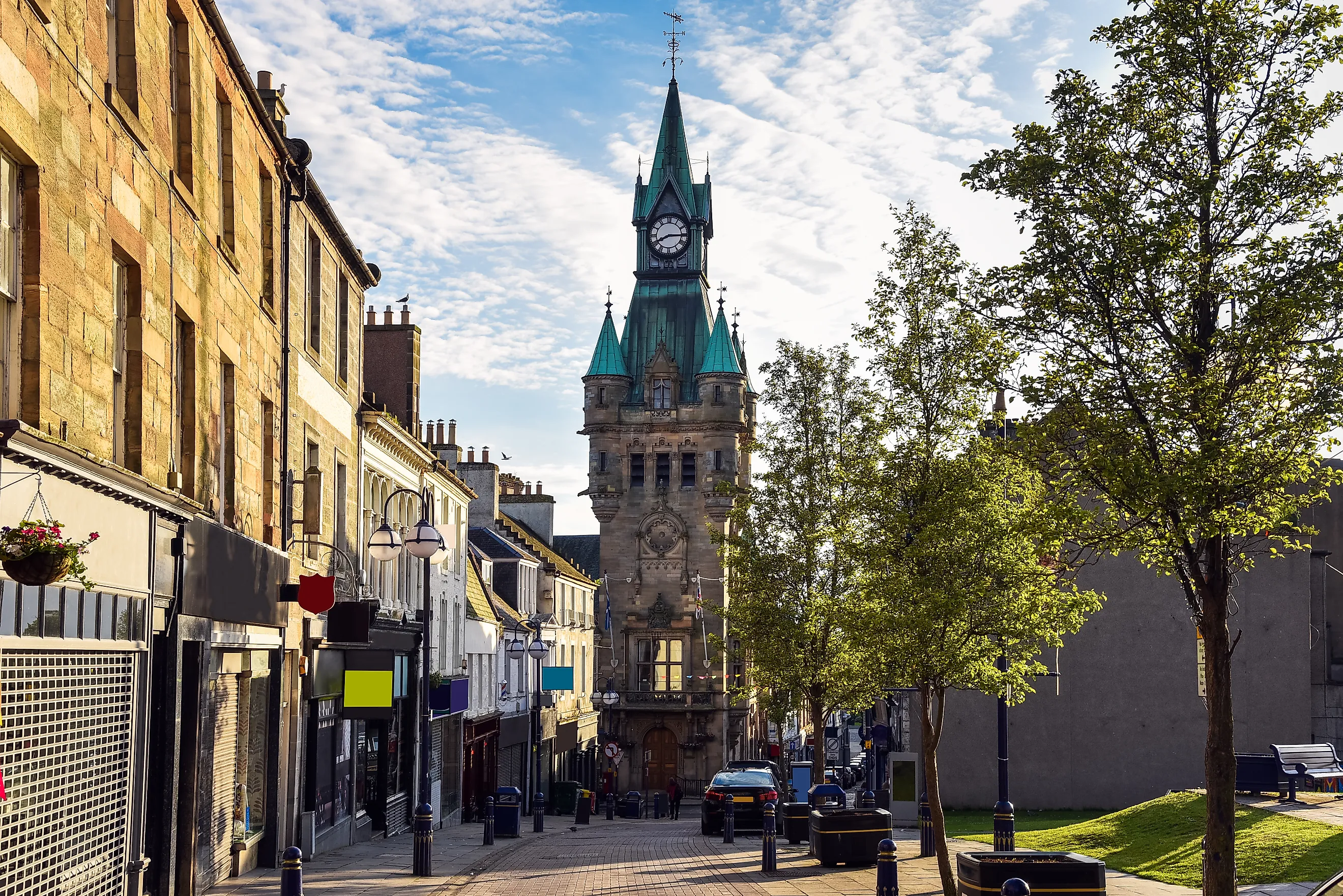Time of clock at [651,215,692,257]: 8:14
